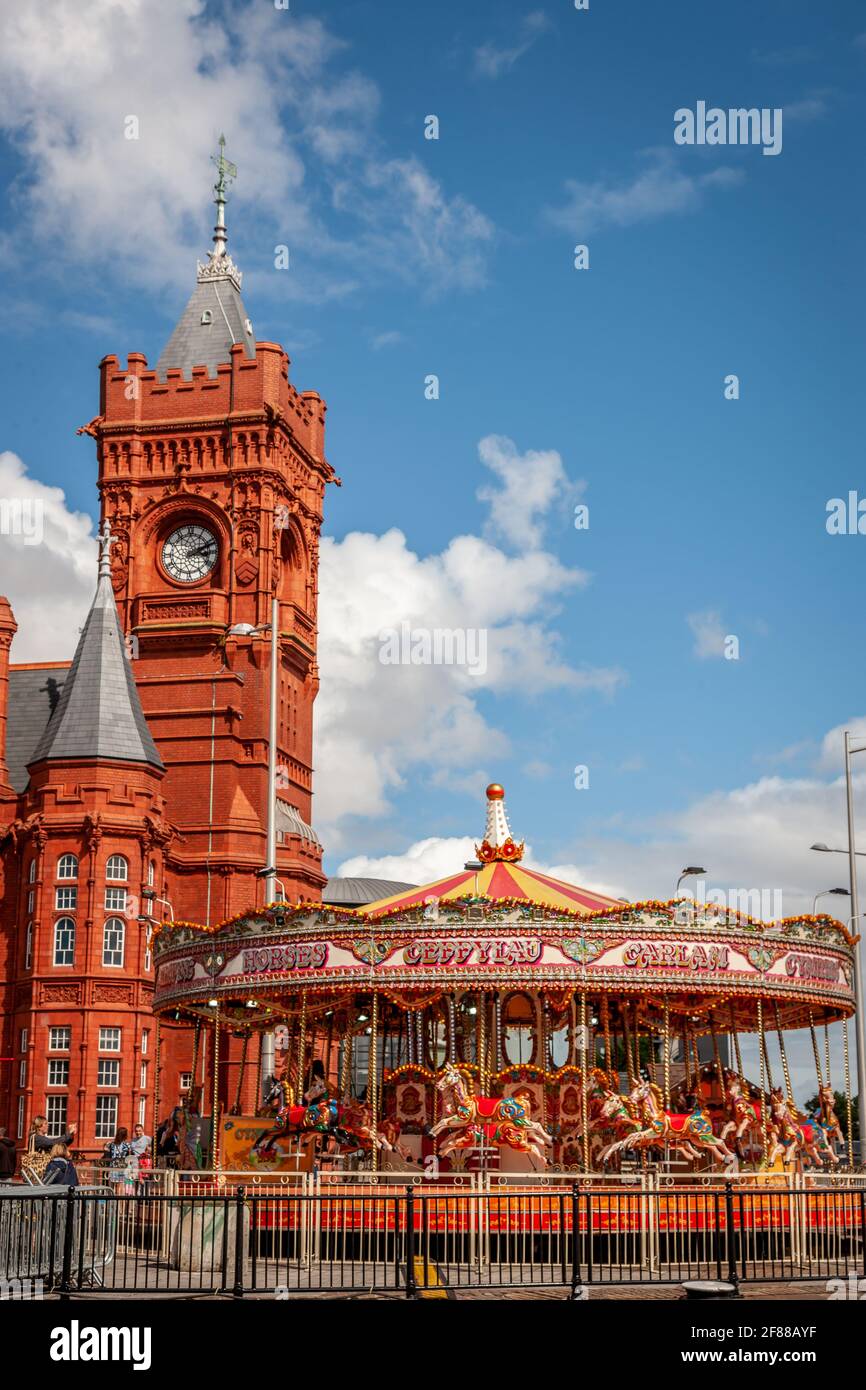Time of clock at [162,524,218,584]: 3:11
